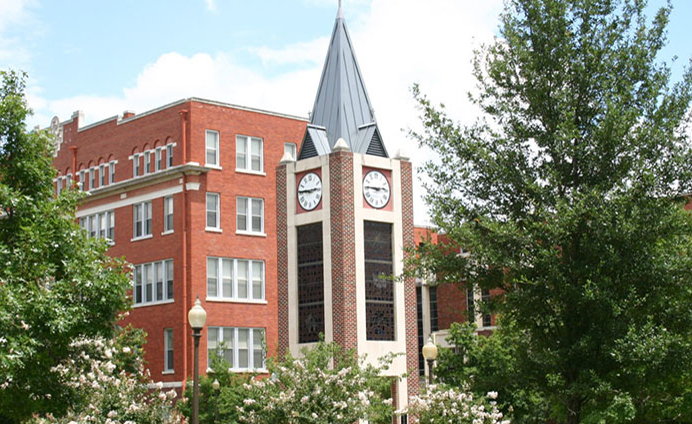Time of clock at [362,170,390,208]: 2:45
